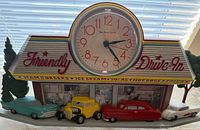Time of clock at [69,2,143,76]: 2:23
